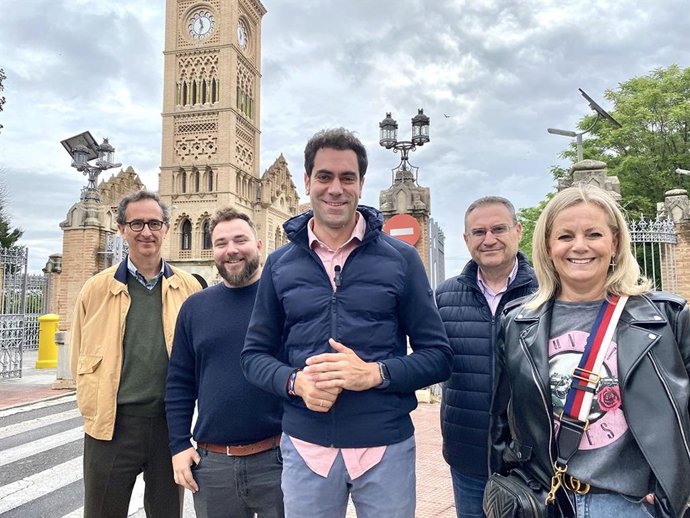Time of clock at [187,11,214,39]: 11:32
